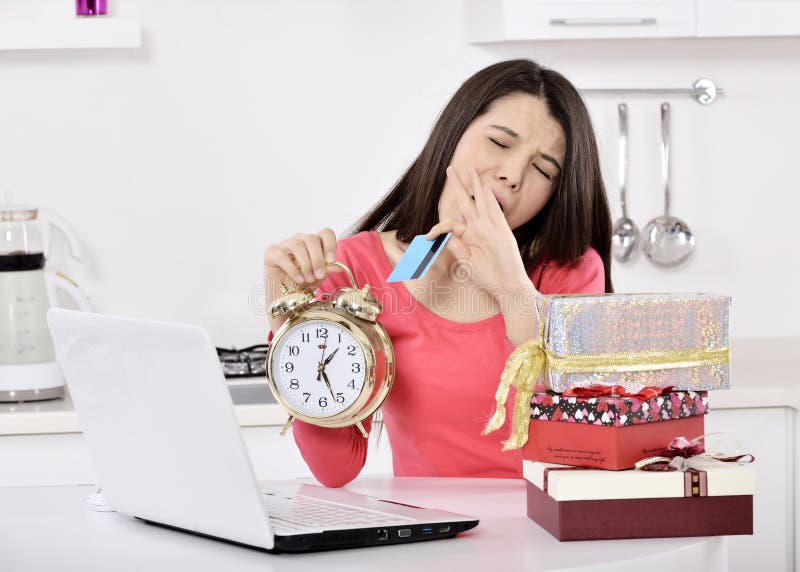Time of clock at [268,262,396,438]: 1:26
